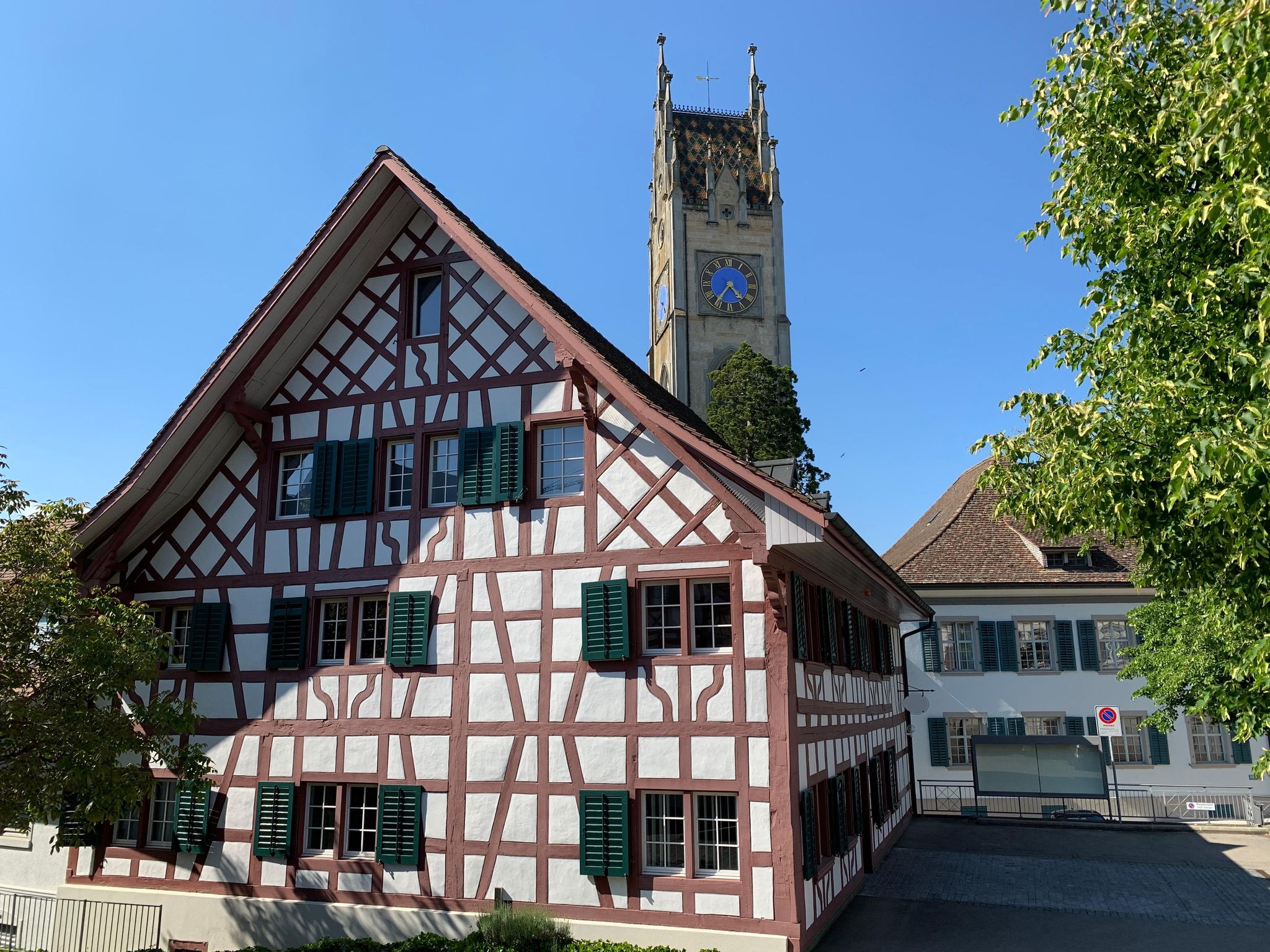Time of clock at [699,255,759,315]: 4:36
